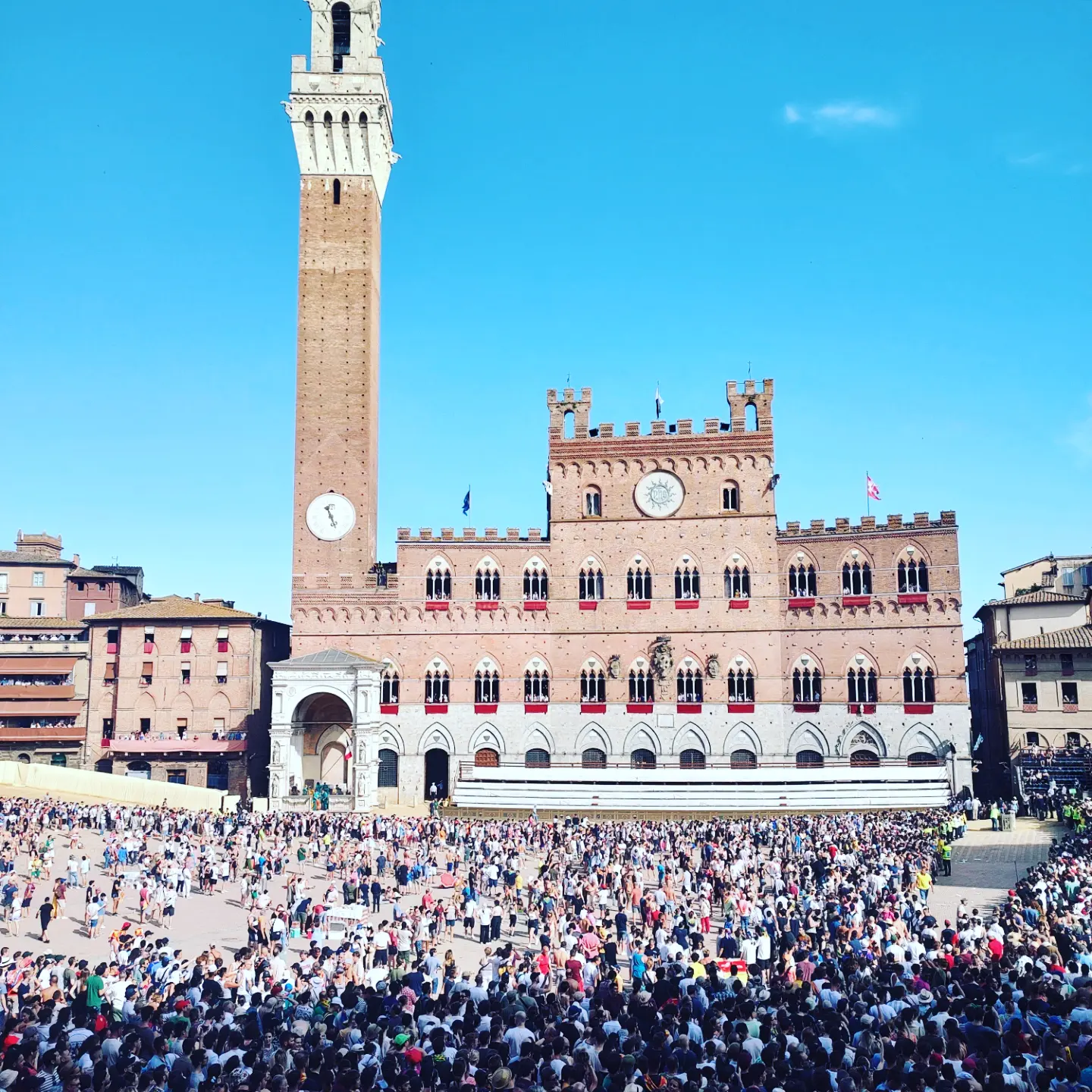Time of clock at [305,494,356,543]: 5:26
